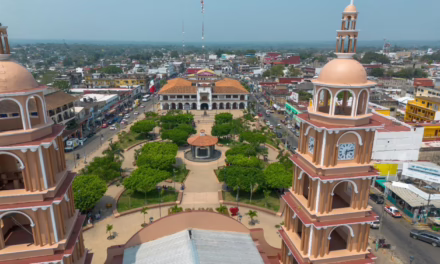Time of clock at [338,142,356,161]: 6:13
